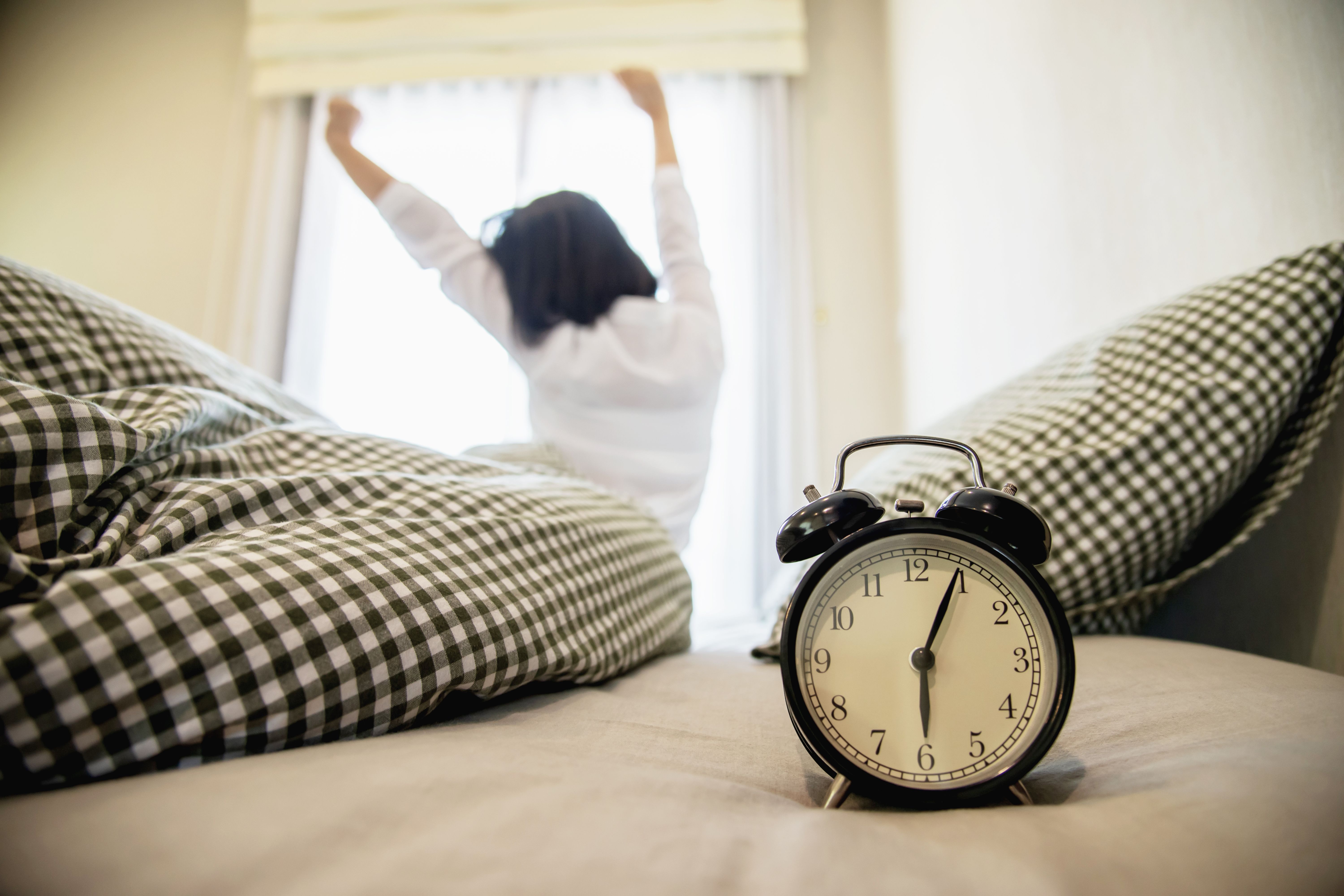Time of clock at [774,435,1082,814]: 6:04
